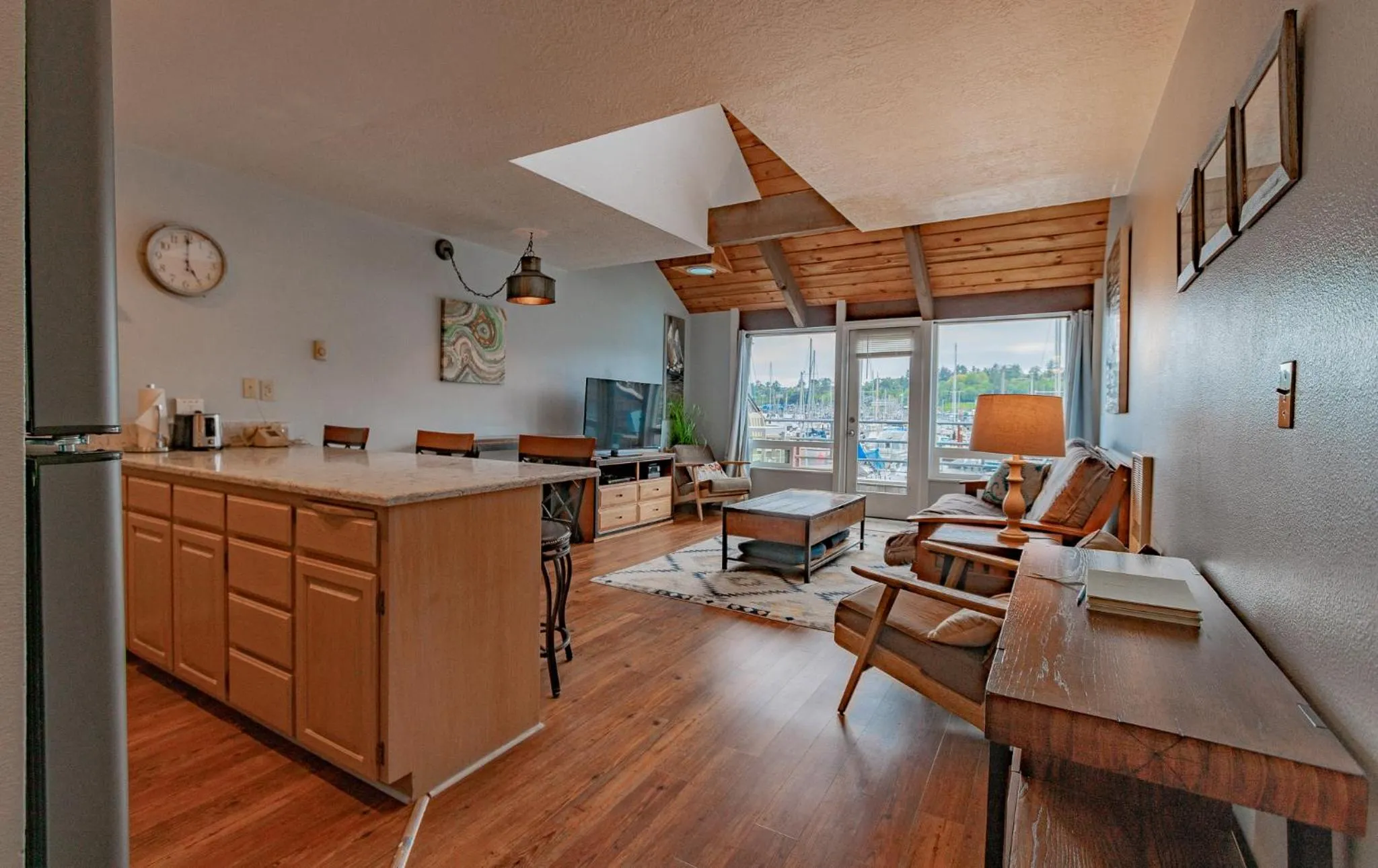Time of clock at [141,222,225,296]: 5:00
